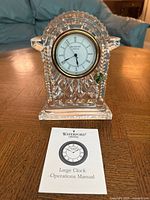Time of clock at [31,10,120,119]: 5:41
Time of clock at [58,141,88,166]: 1:49
